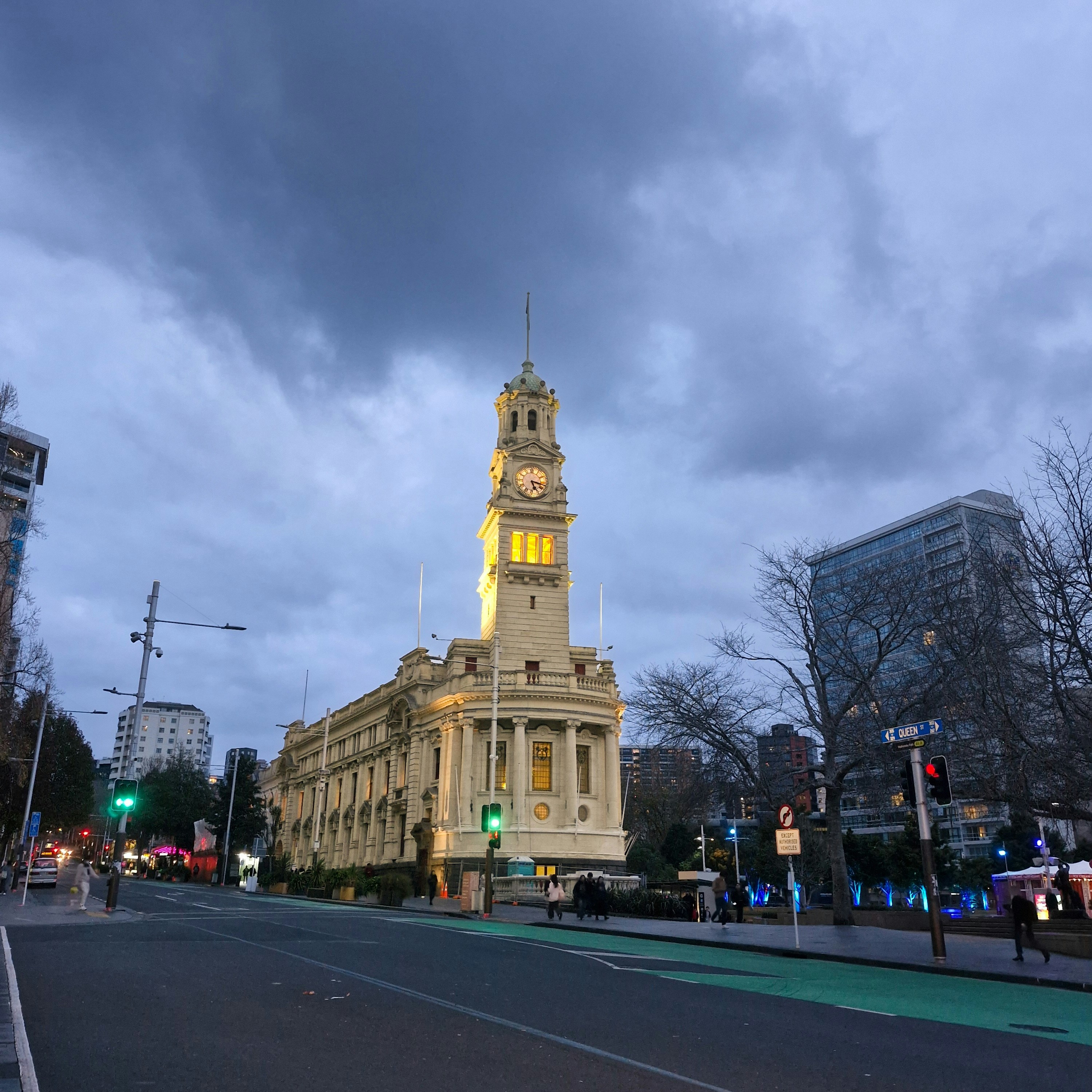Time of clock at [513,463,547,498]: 5:16
